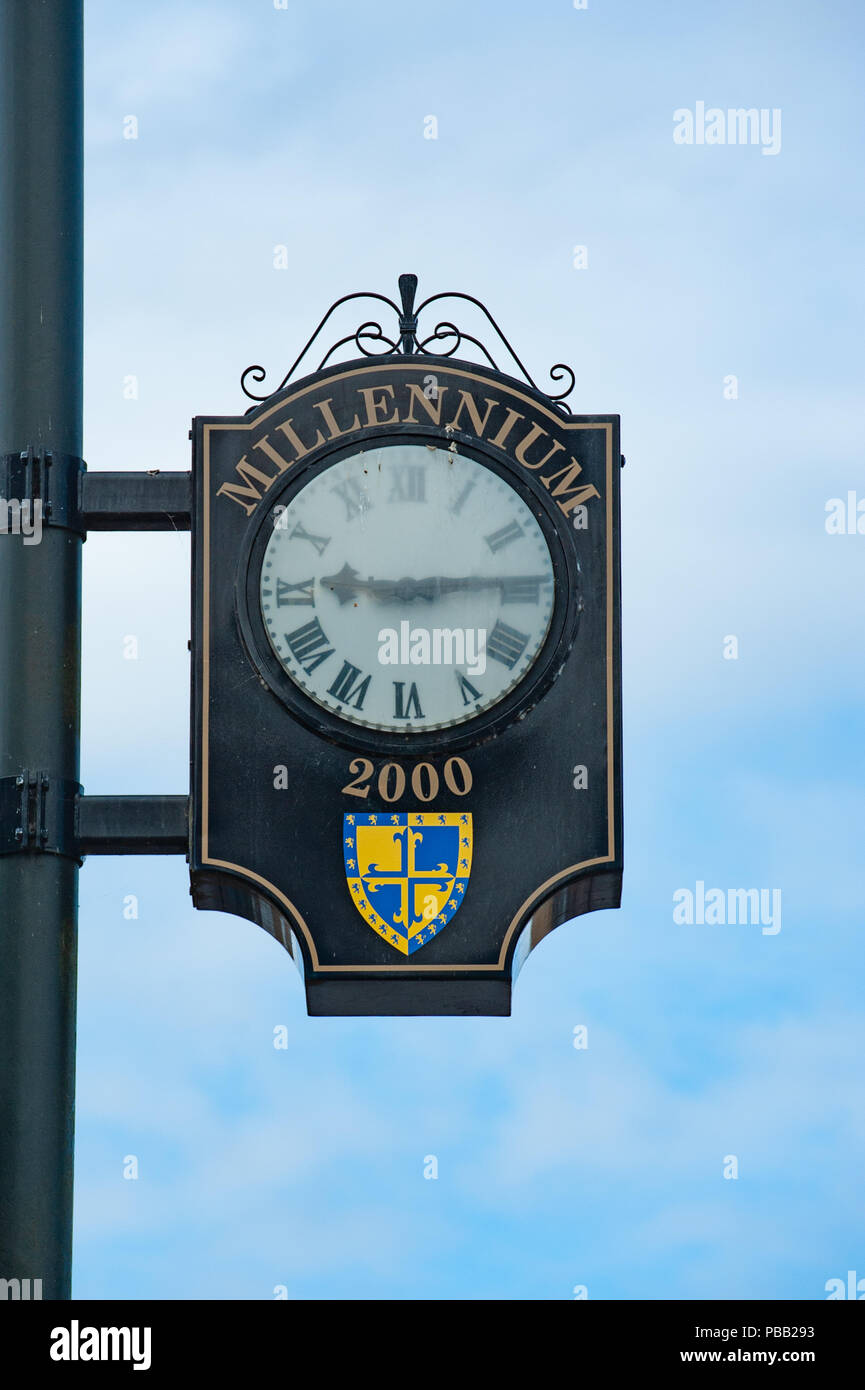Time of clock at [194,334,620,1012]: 9:14
